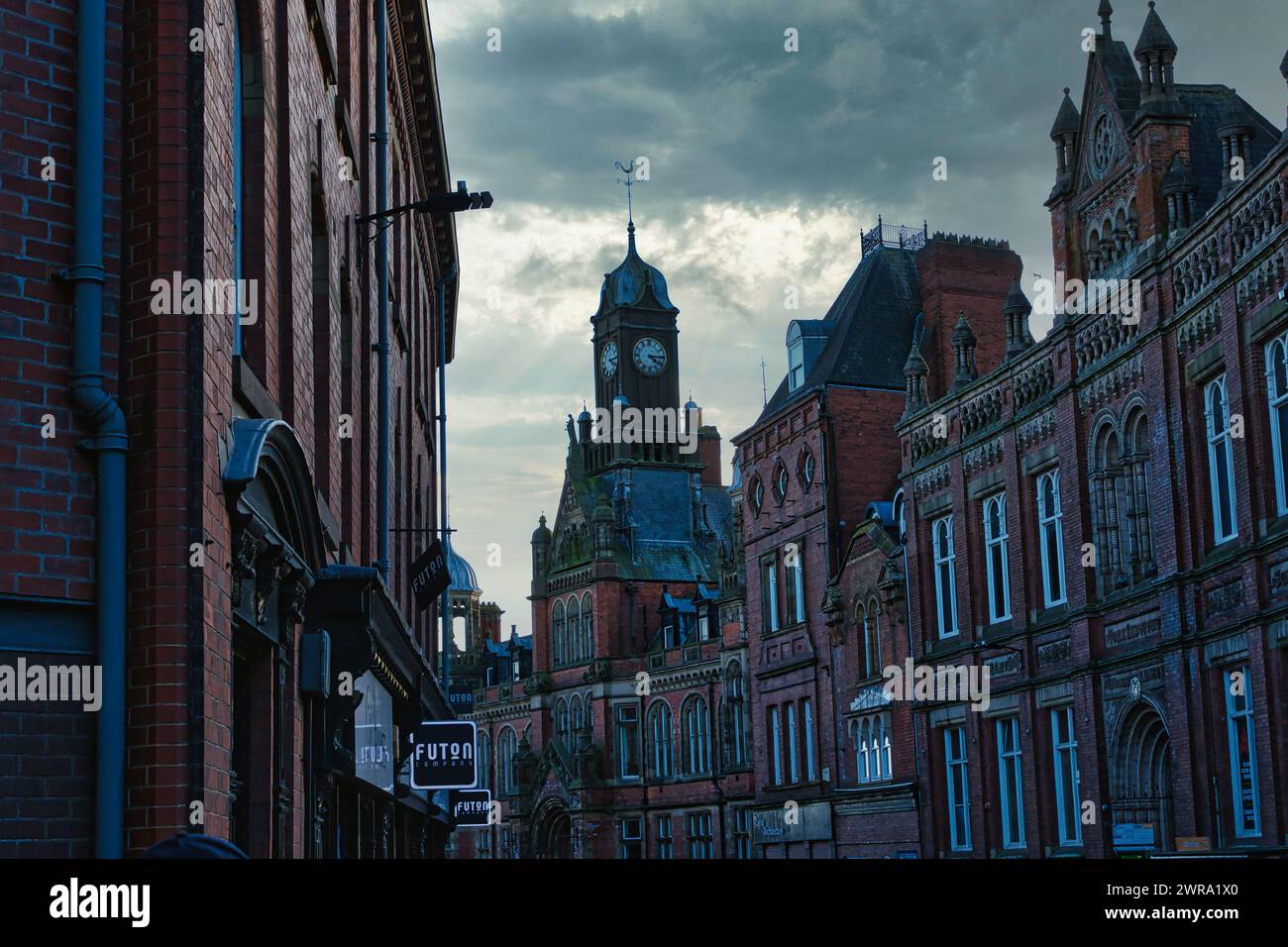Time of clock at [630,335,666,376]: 4:14
